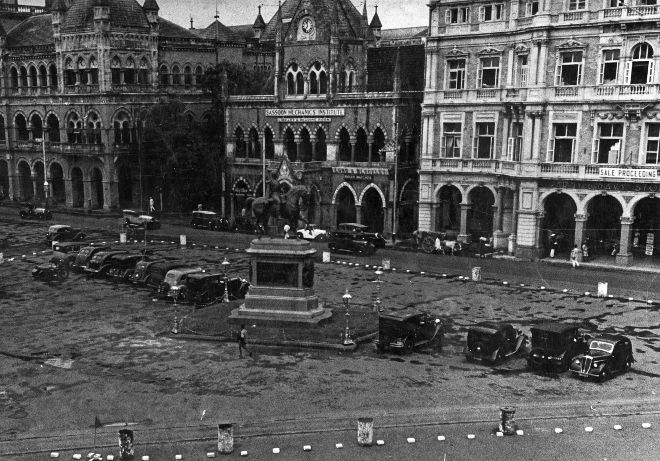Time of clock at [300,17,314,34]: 11:36
